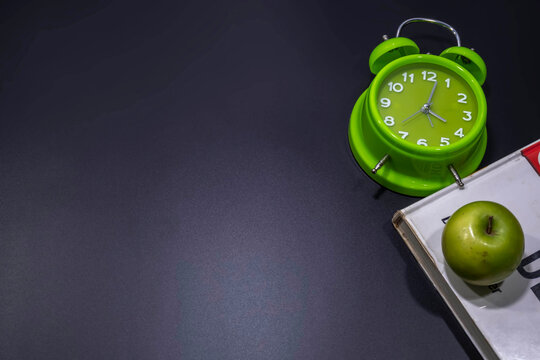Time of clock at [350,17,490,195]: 4:02
